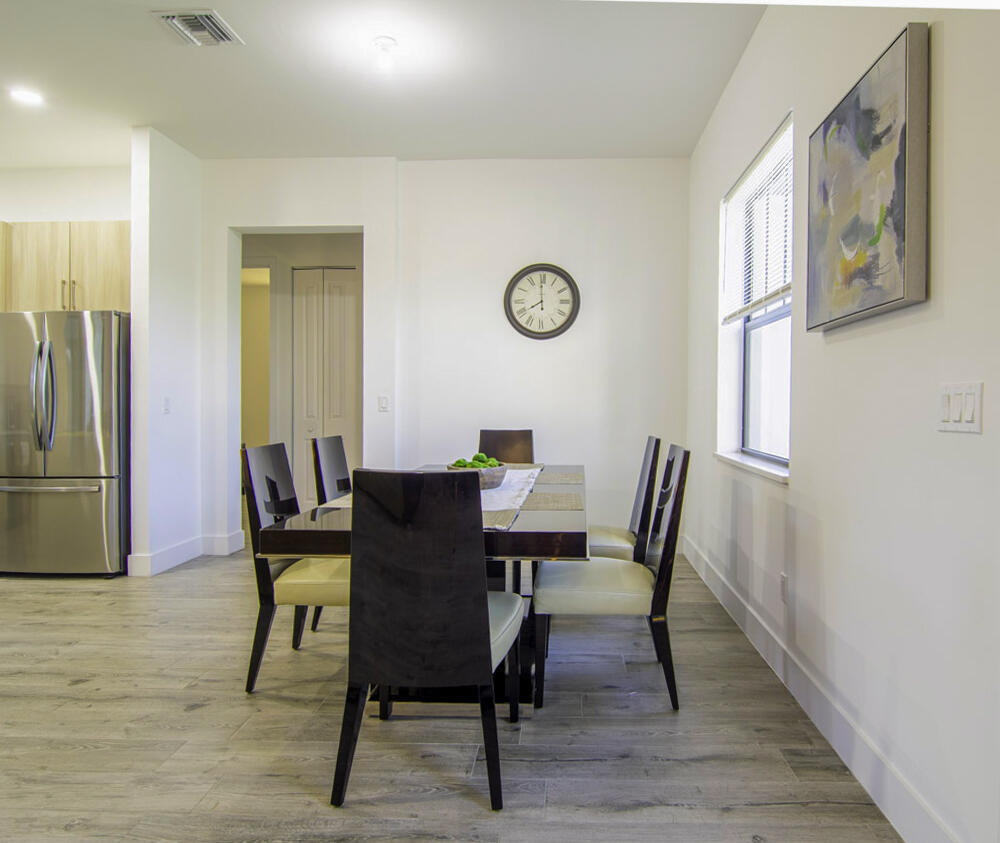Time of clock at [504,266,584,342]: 7:59
